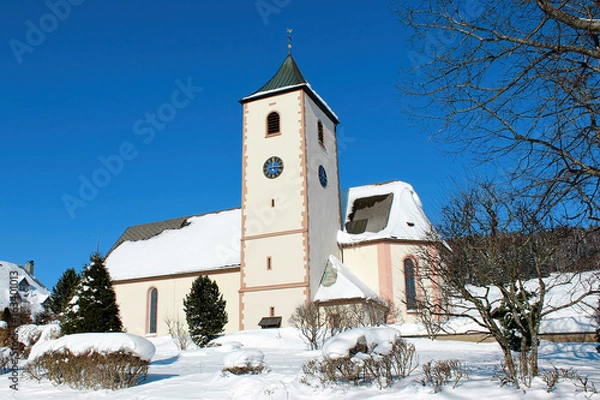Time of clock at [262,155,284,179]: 8:14
